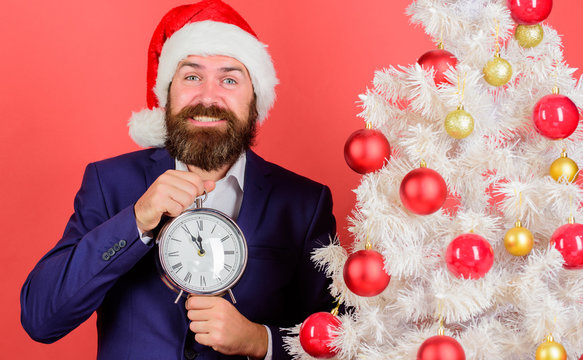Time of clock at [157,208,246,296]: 11:55
